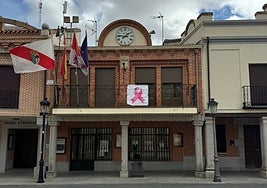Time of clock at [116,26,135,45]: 1:46
